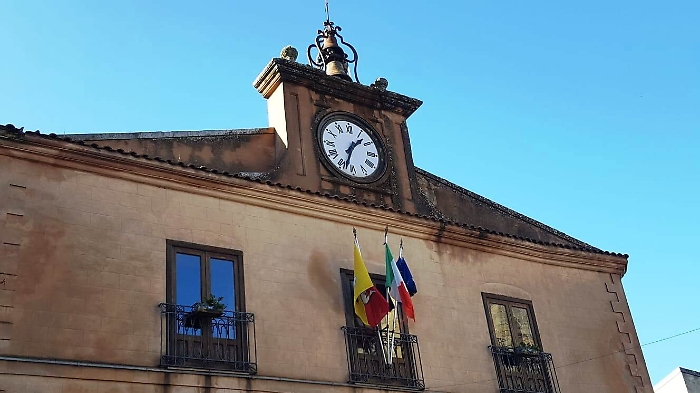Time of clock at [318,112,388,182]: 1:33
